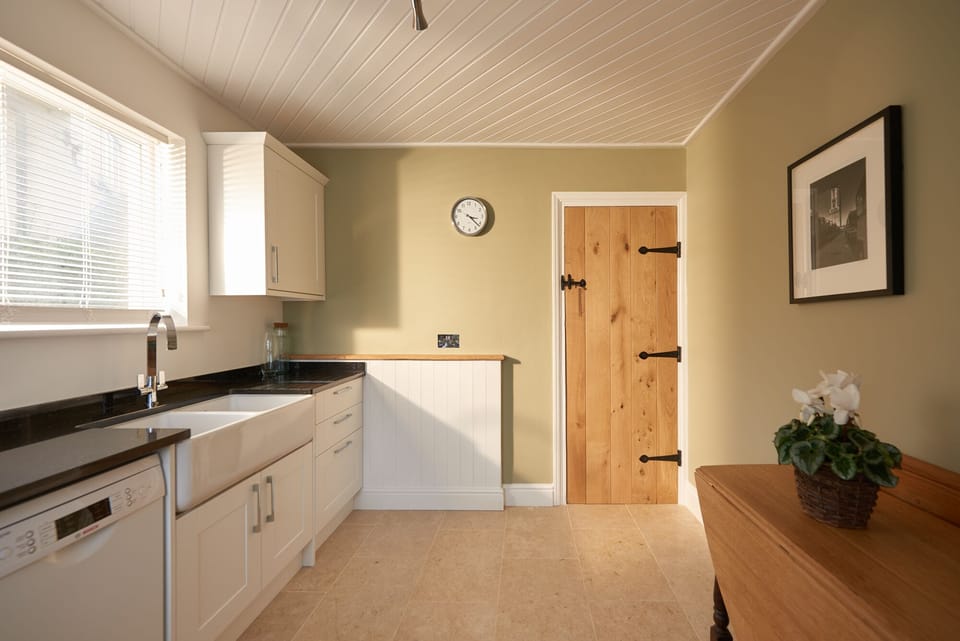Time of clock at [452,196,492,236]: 3:21
